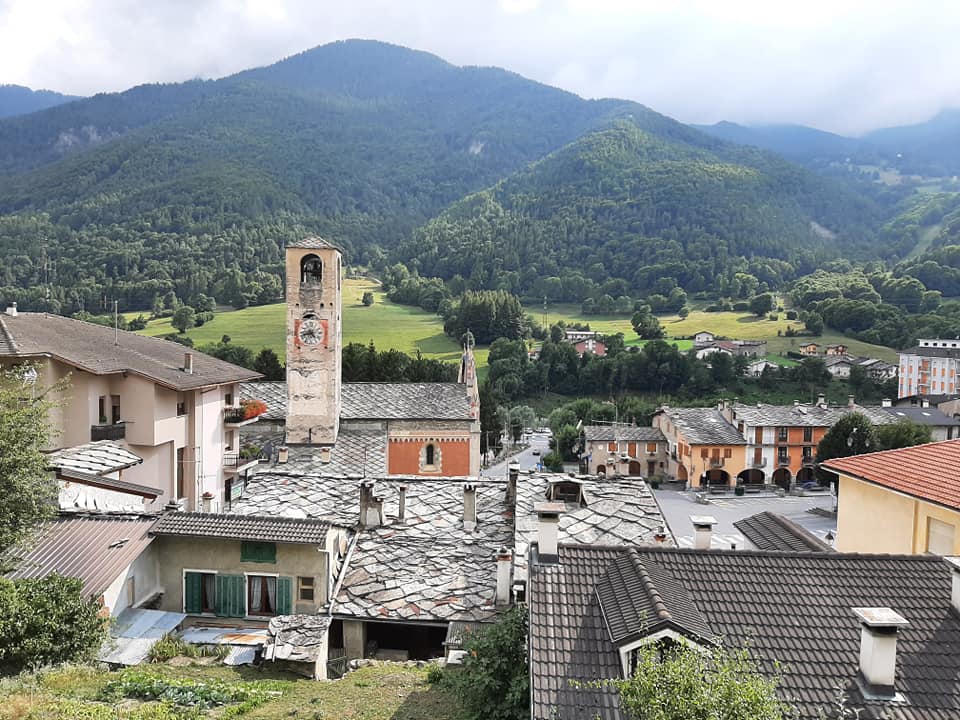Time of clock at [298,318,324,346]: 4:42
